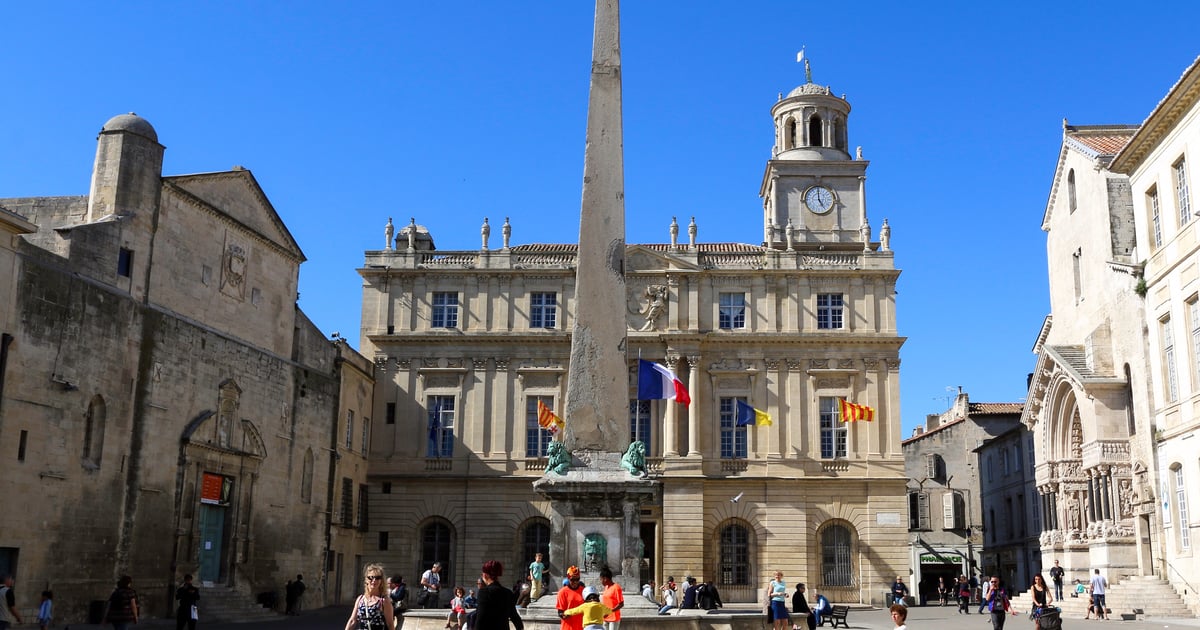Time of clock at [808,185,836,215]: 4:59
